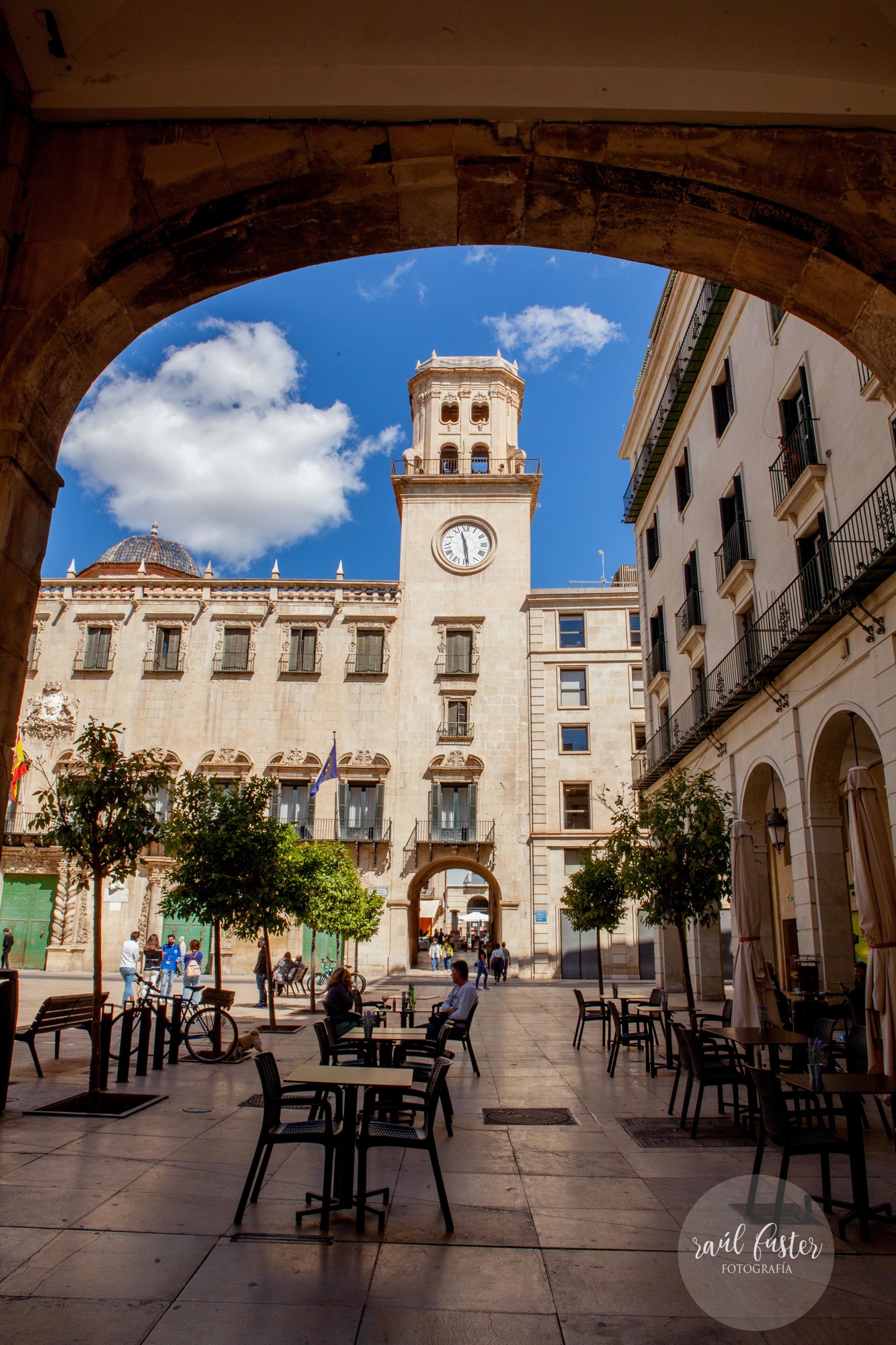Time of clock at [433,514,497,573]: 11:28
